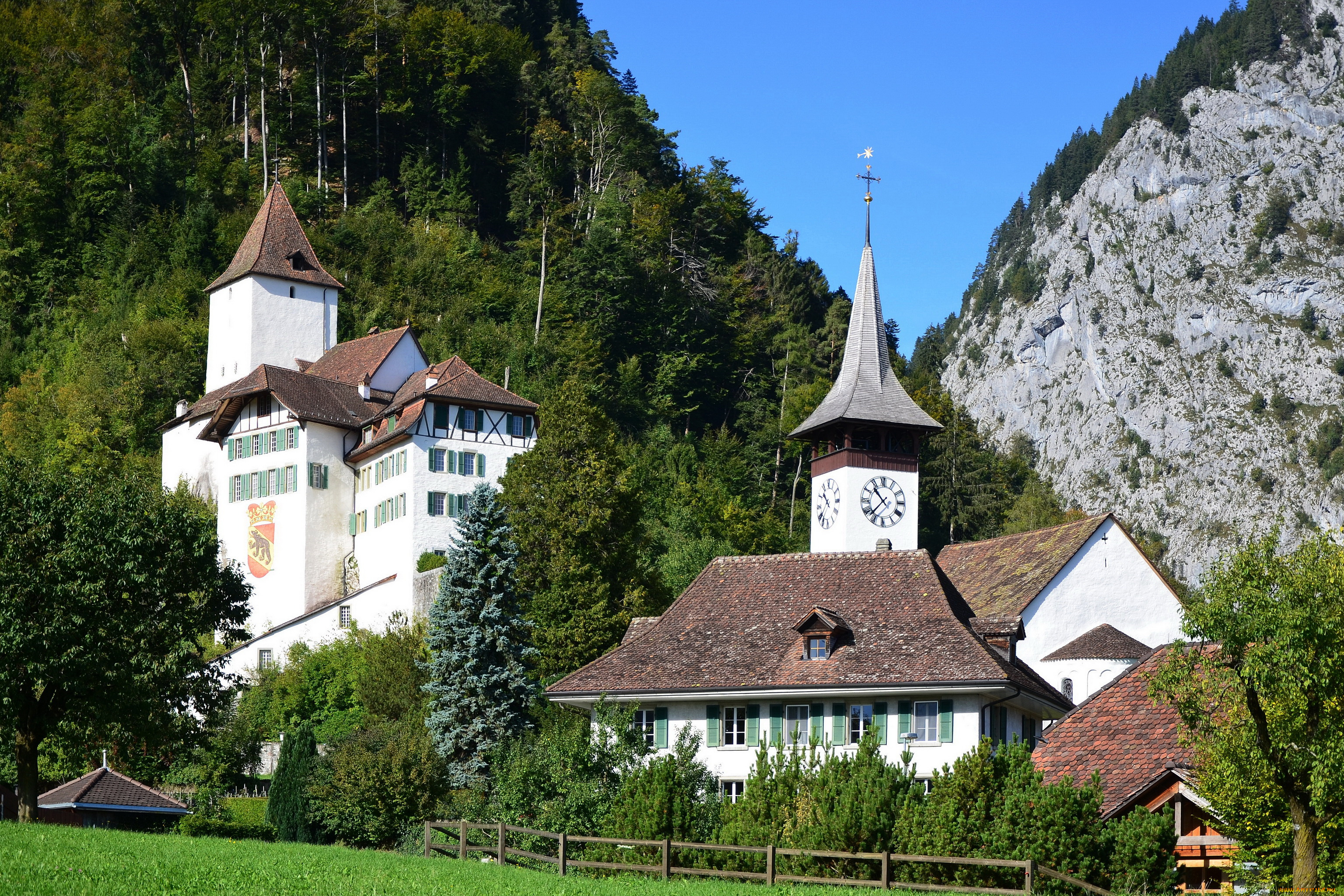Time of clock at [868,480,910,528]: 10:37
